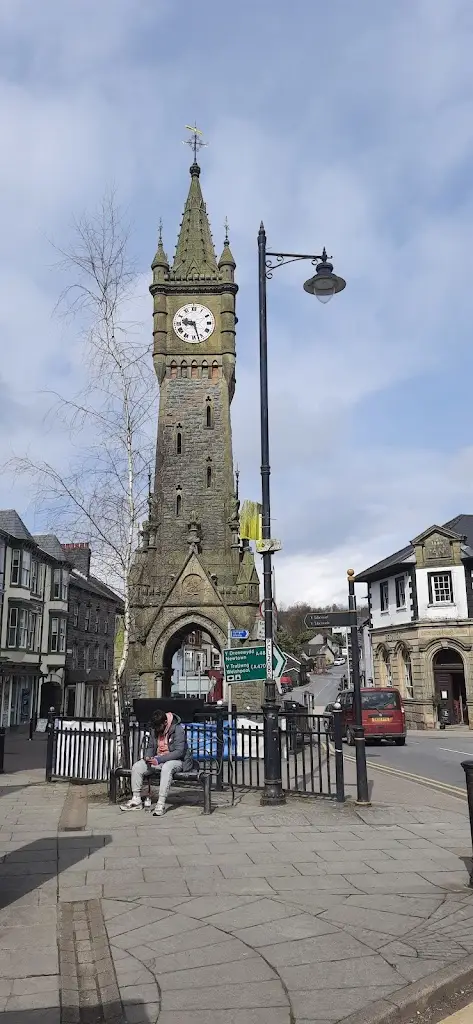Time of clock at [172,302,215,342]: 9:27
